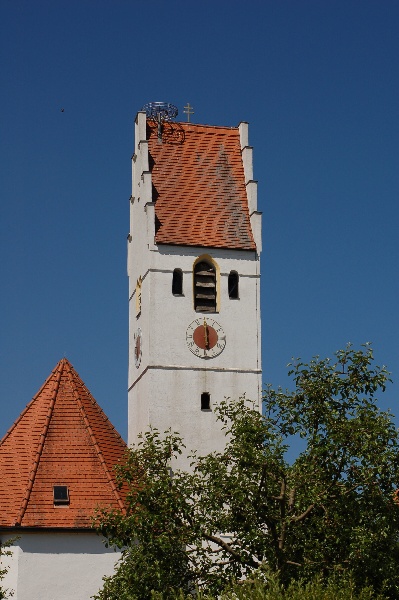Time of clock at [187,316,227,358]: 6:00
